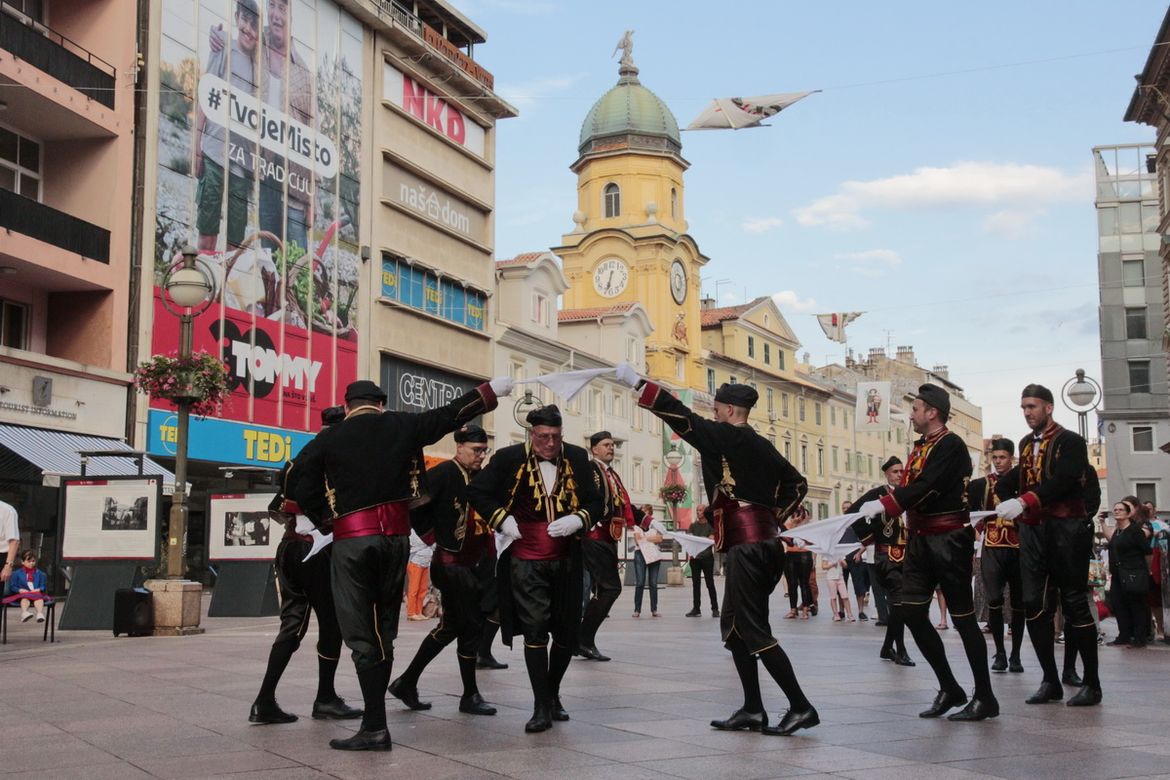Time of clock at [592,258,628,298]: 6:32
